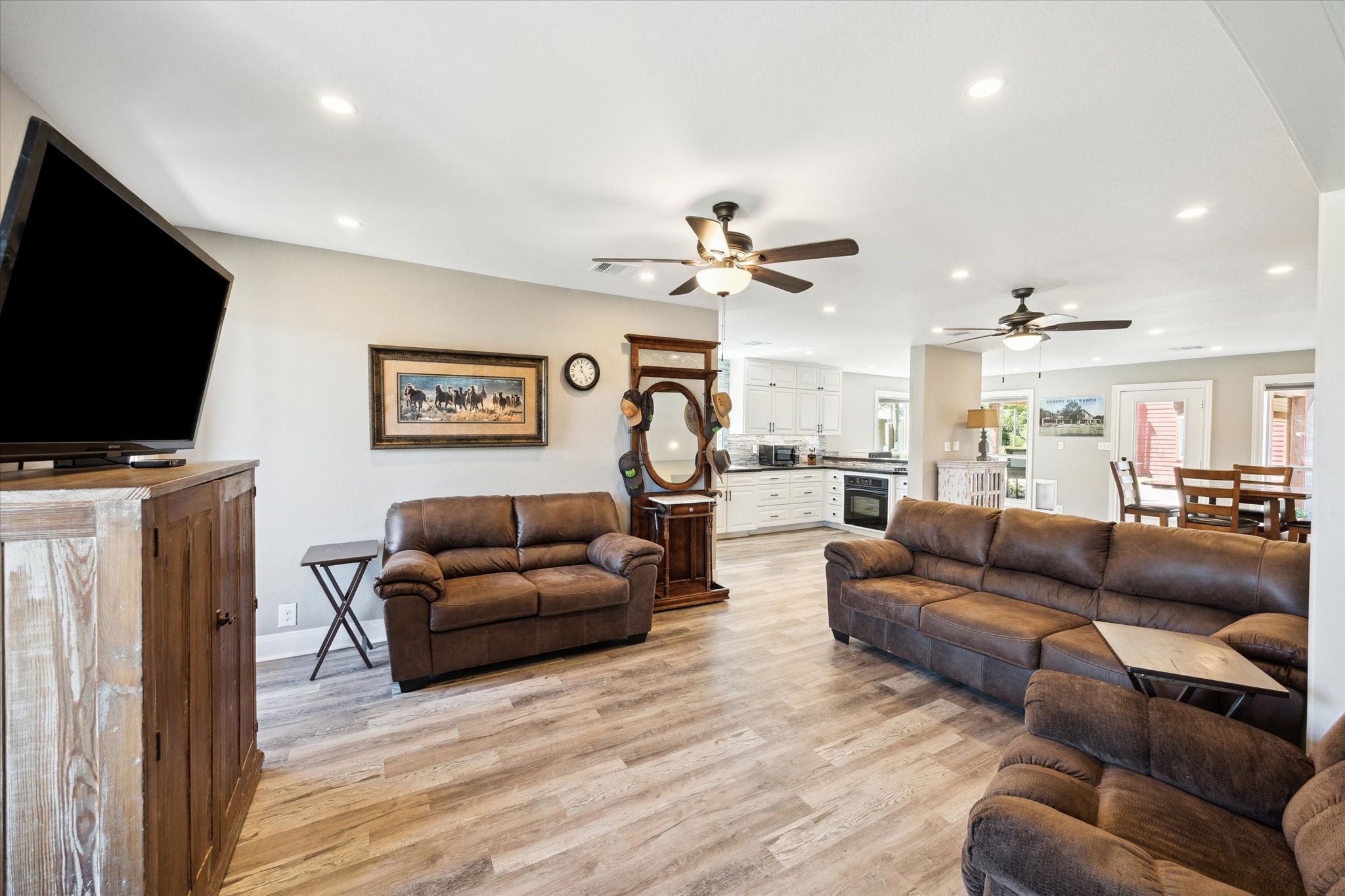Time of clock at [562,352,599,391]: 11:23
